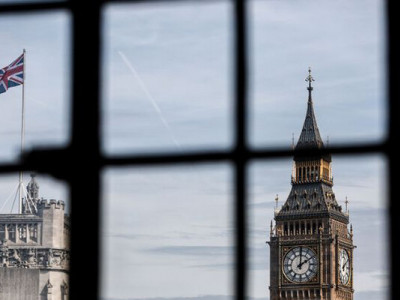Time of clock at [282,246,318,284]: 2:00
